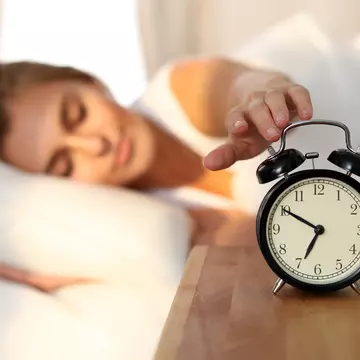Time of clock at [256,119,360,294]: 6:50
